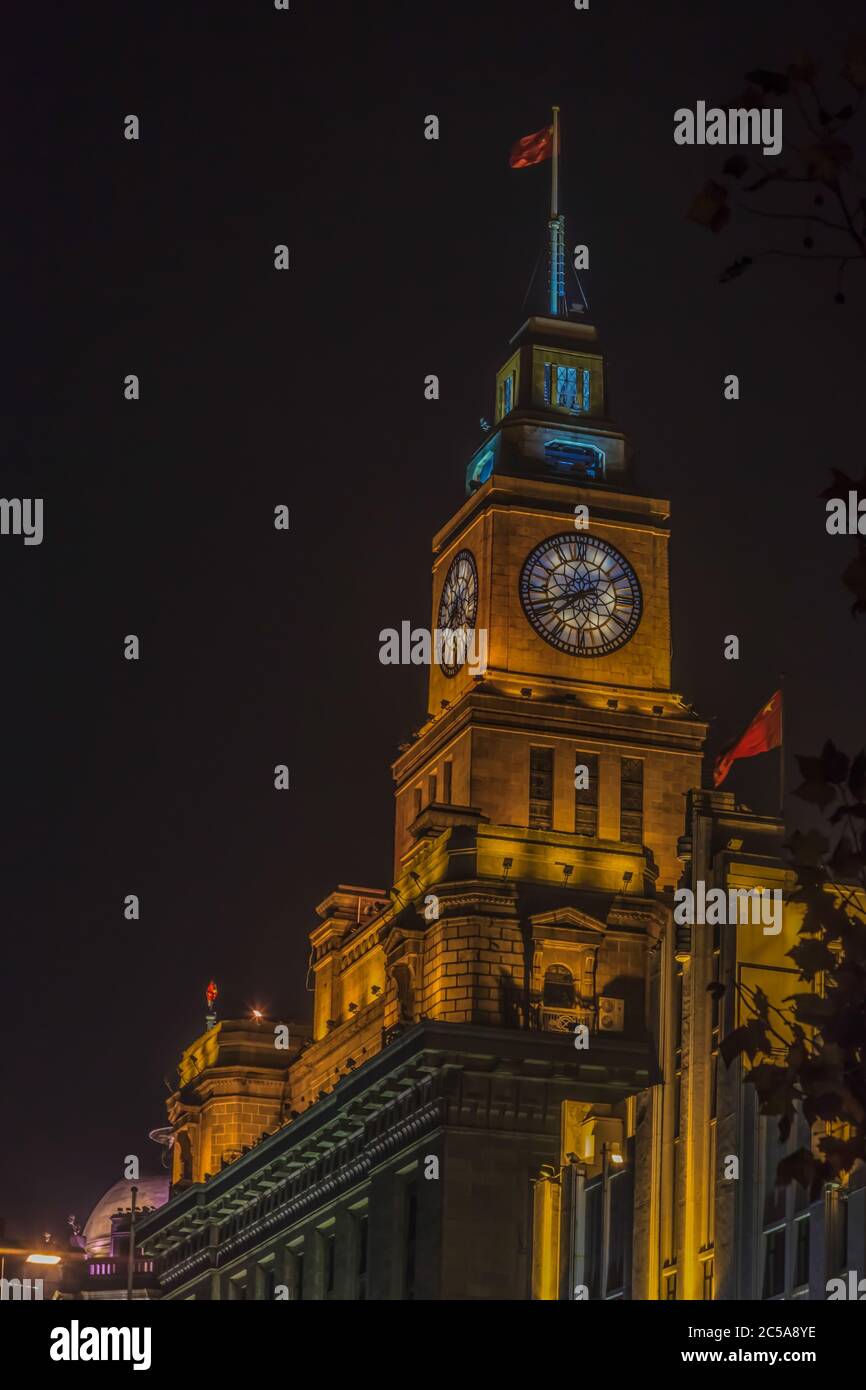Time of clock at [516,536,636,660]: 7:41
